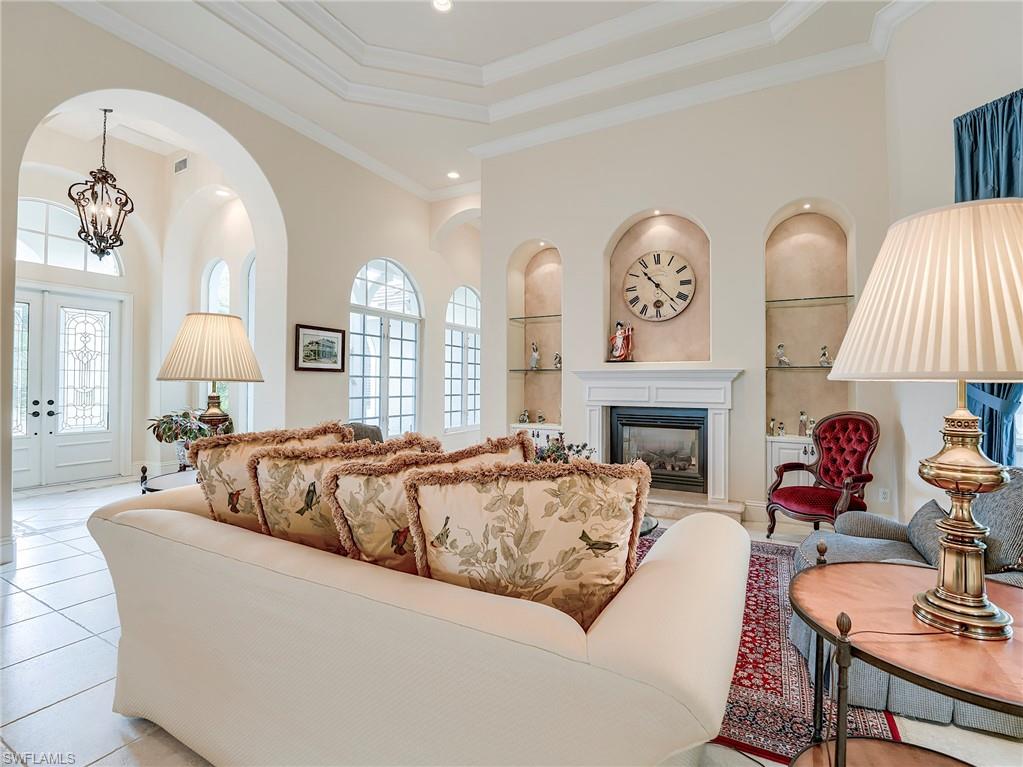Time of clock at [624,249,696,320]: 10:22
